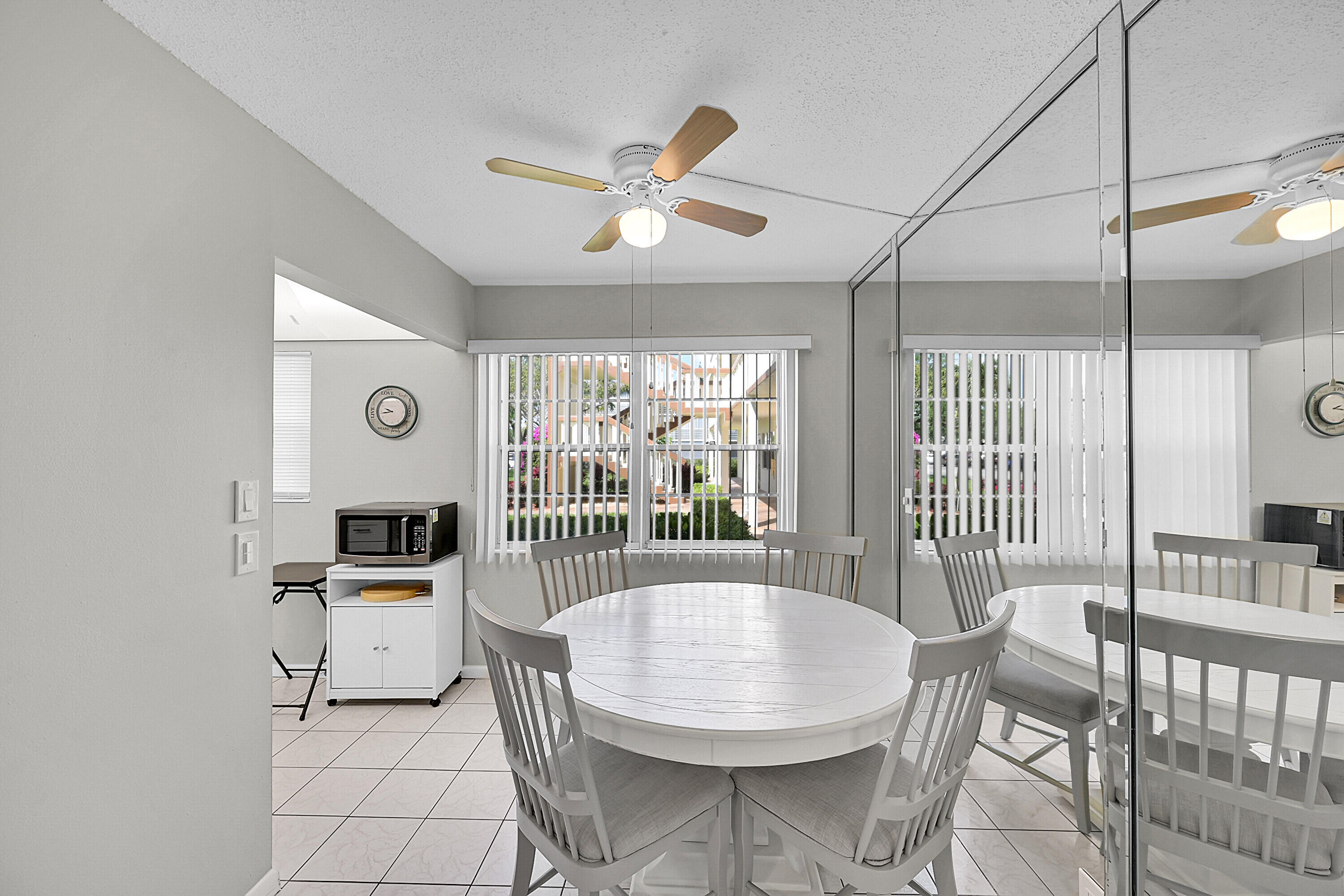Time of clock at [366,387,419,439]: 9:42
